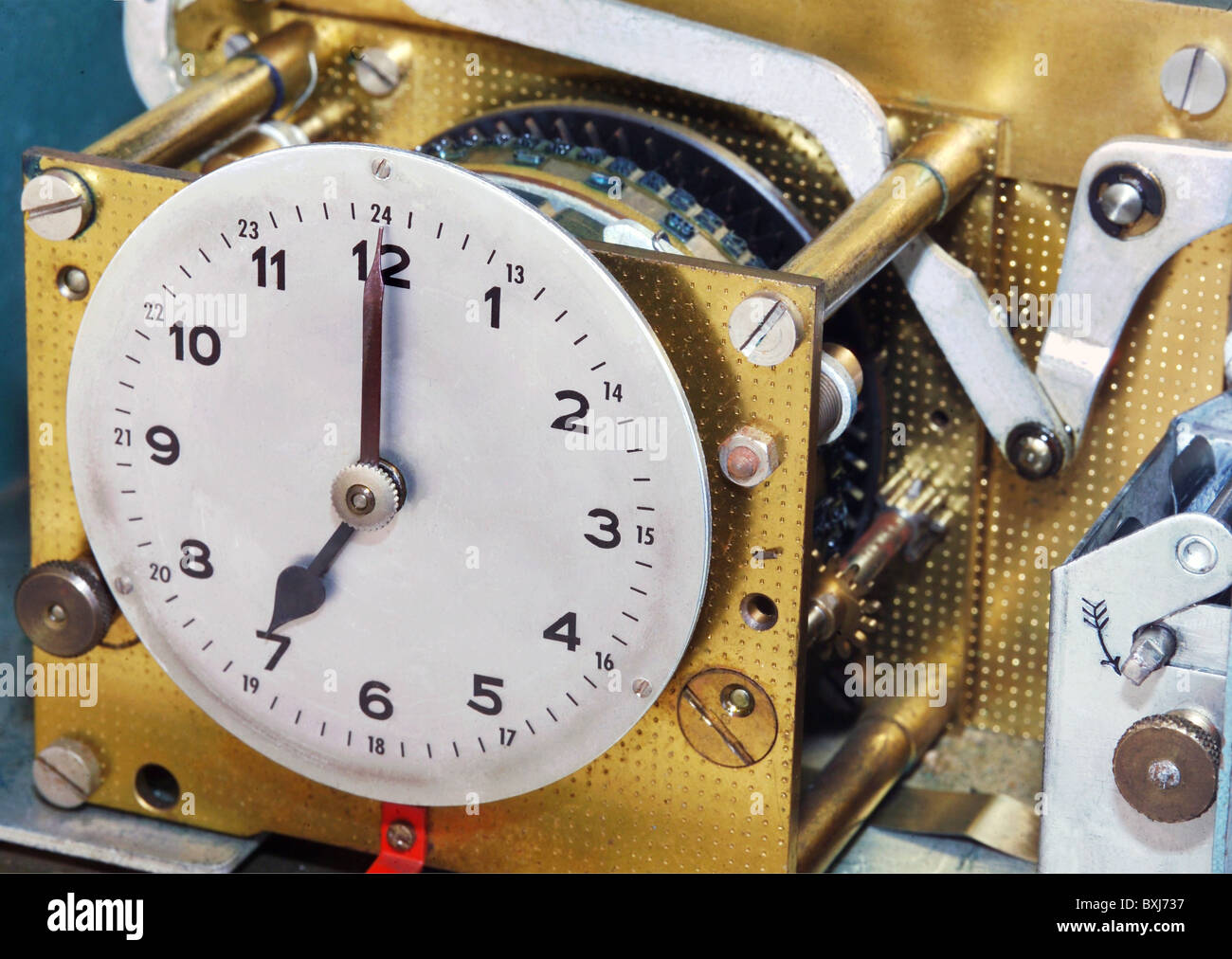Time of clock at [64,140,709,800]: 7:00
